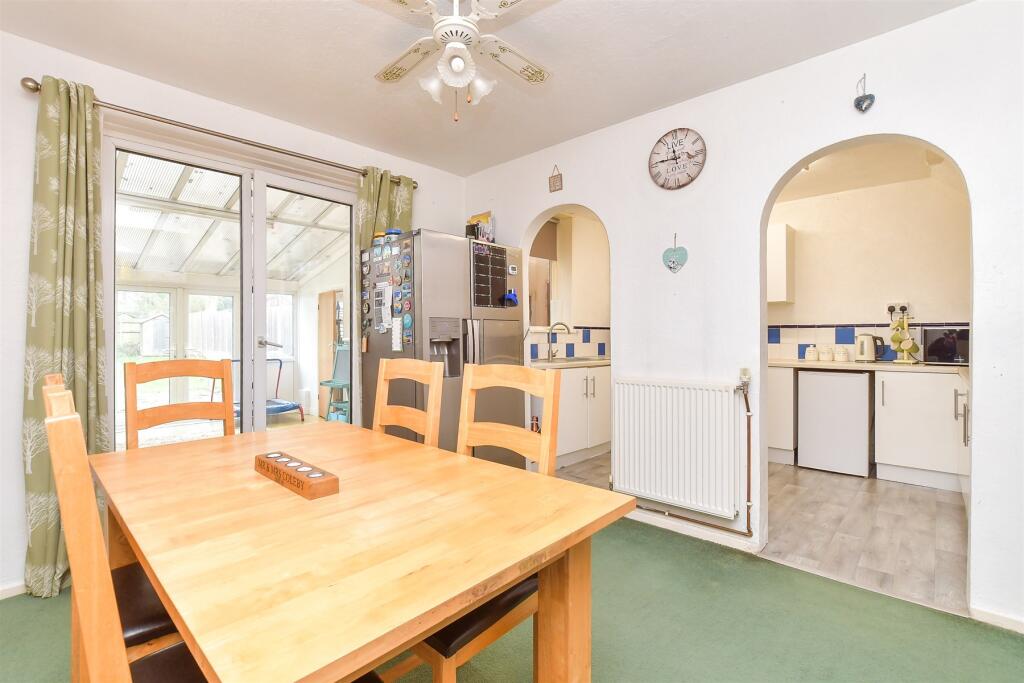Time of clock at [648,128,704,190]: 11:45
